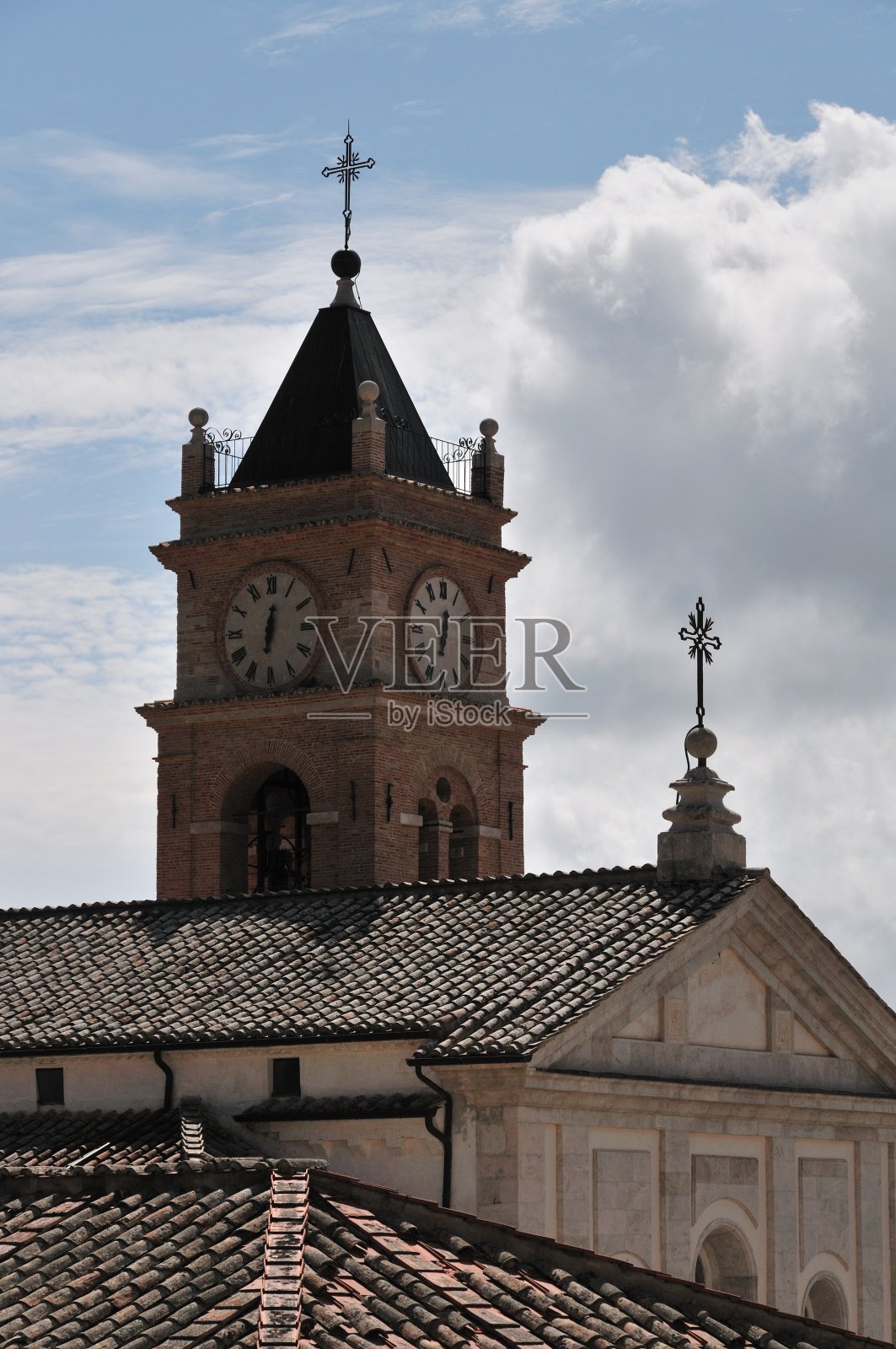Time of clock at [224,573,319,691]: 6:31
